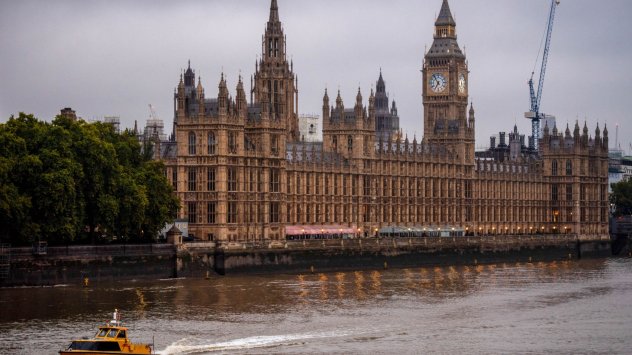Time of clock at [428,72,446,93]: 6:54
